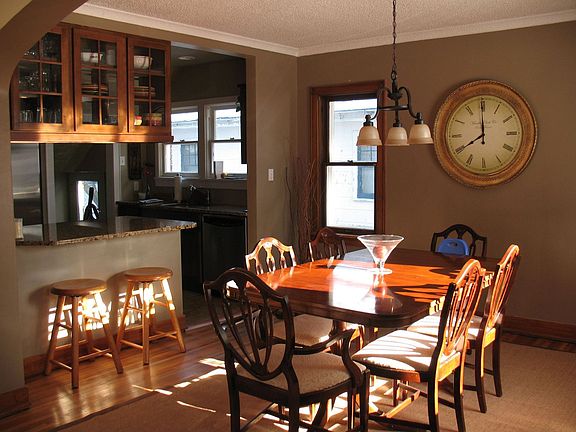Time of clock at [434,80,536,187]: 7:59
